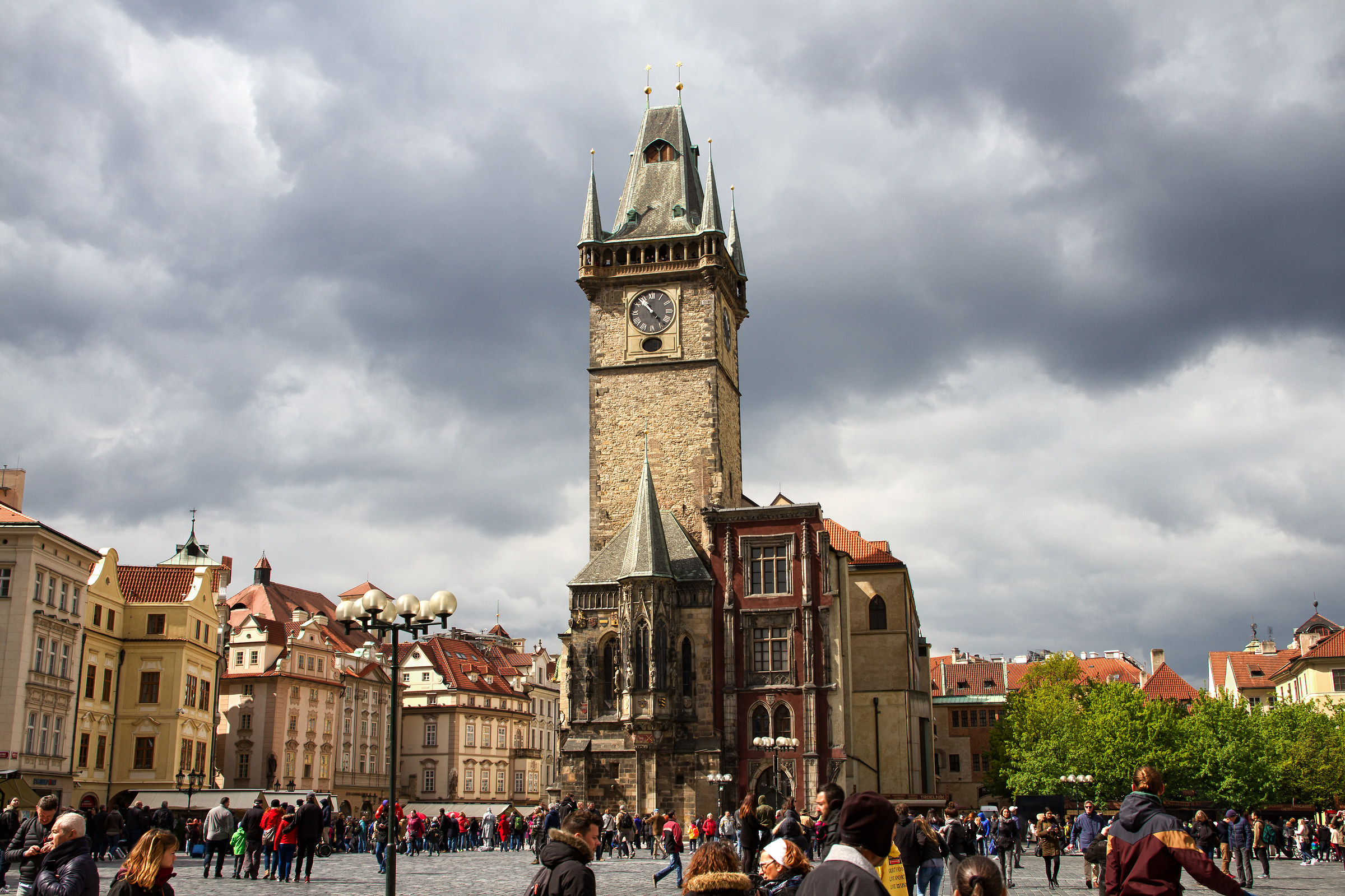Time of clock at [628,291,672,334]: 10:53
